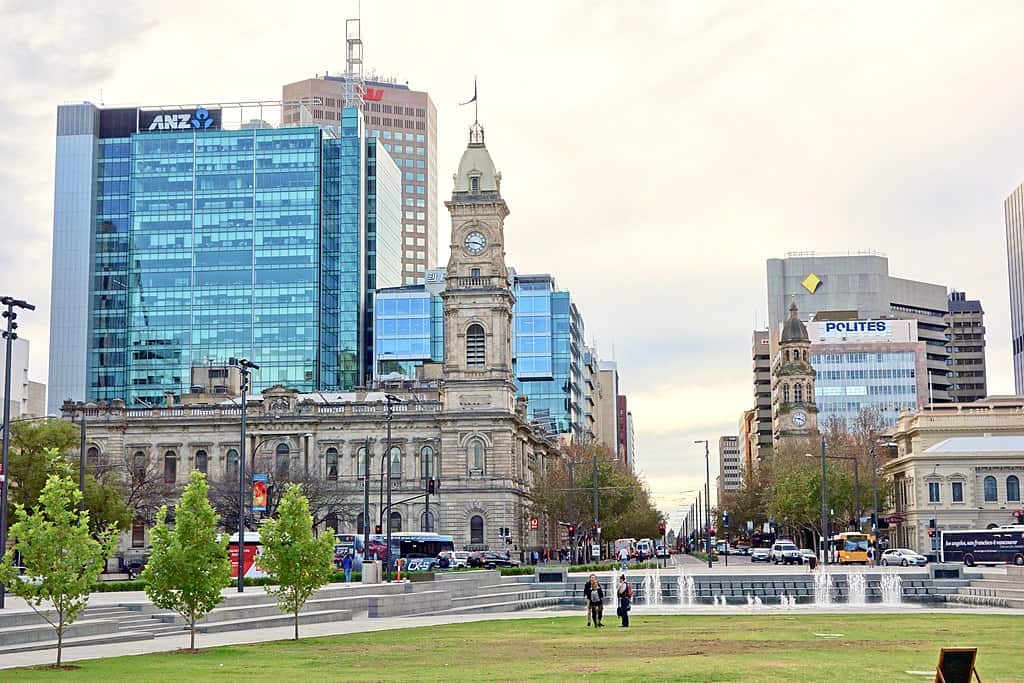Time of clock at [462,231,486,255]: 3:45
